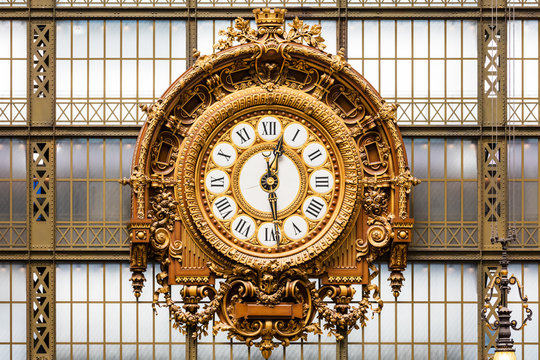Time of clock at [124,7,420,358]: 12:28
